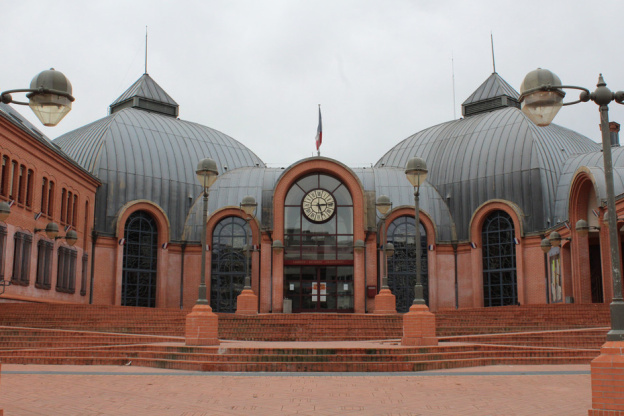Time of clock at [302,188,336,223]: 5:14
